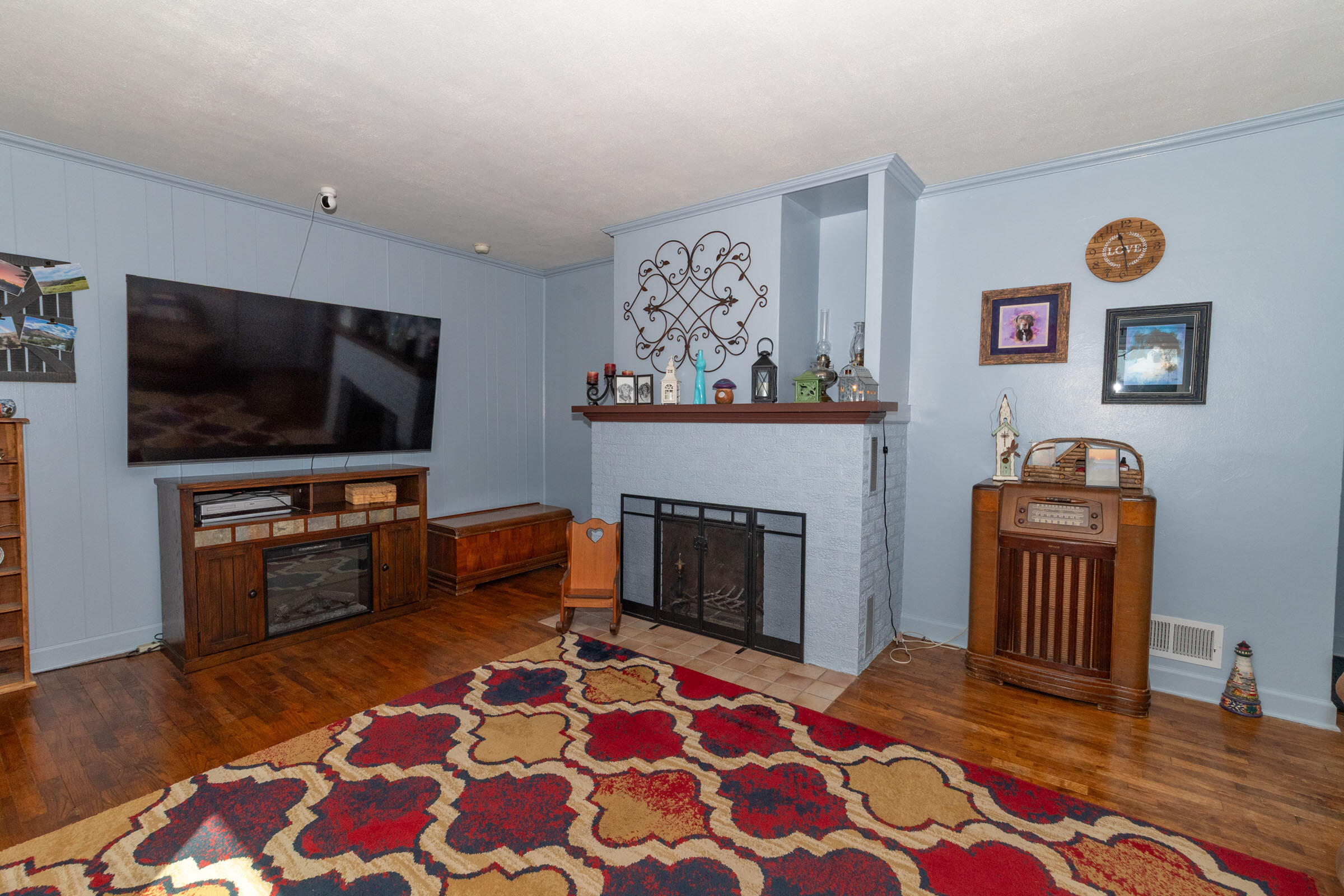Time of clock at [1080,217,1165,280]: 11:28
